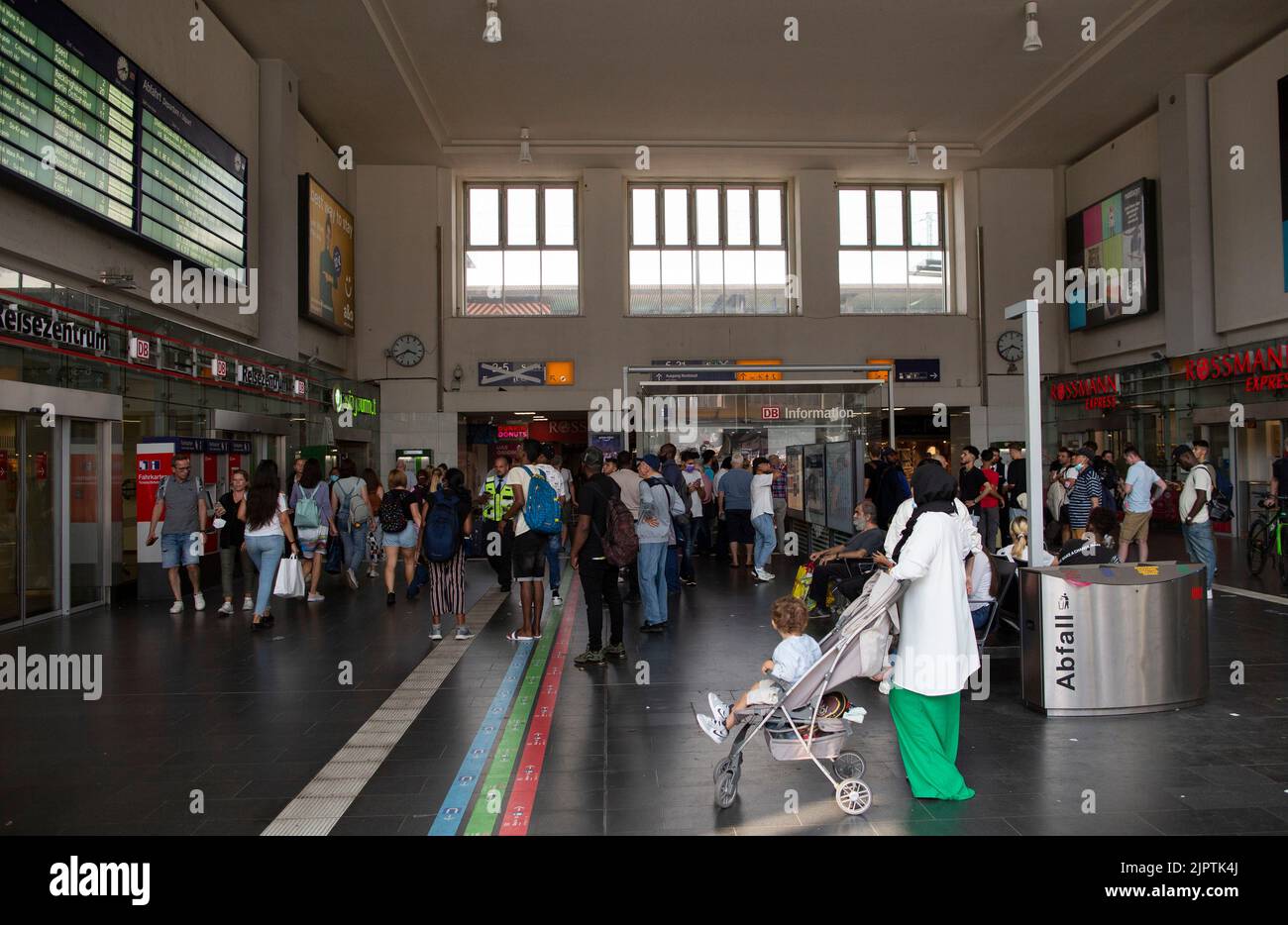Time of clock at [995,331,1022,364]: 3:40
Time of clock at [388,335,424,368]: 3:40
